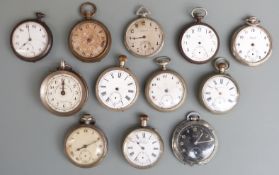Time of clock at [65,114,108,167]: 8:11
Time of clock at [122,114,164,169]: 10:35
